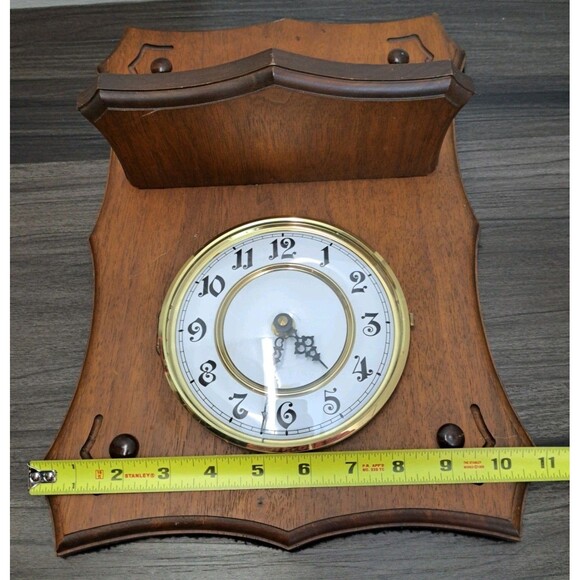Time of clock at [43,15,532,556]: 4:31
